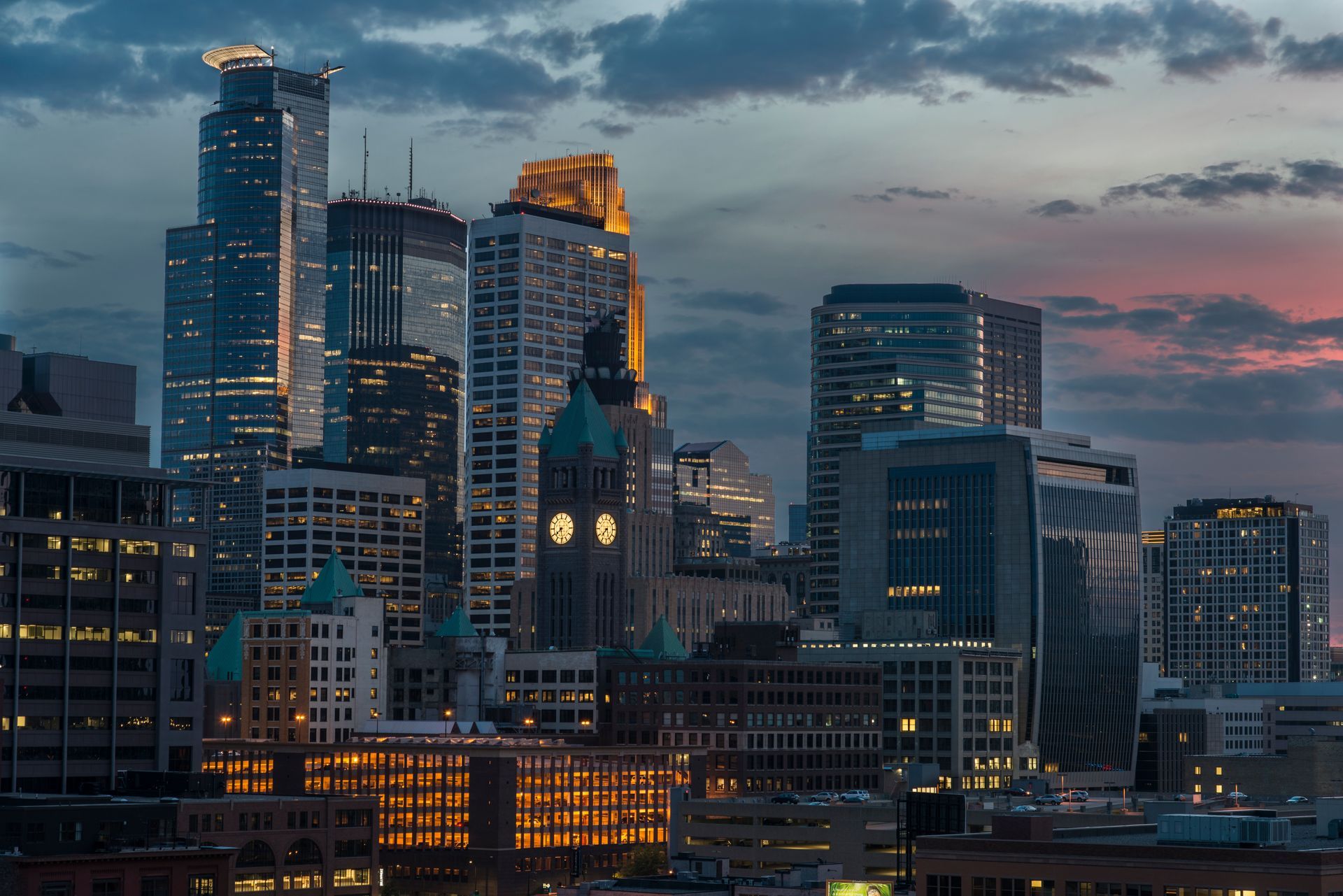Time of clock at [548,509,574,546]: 7:28
